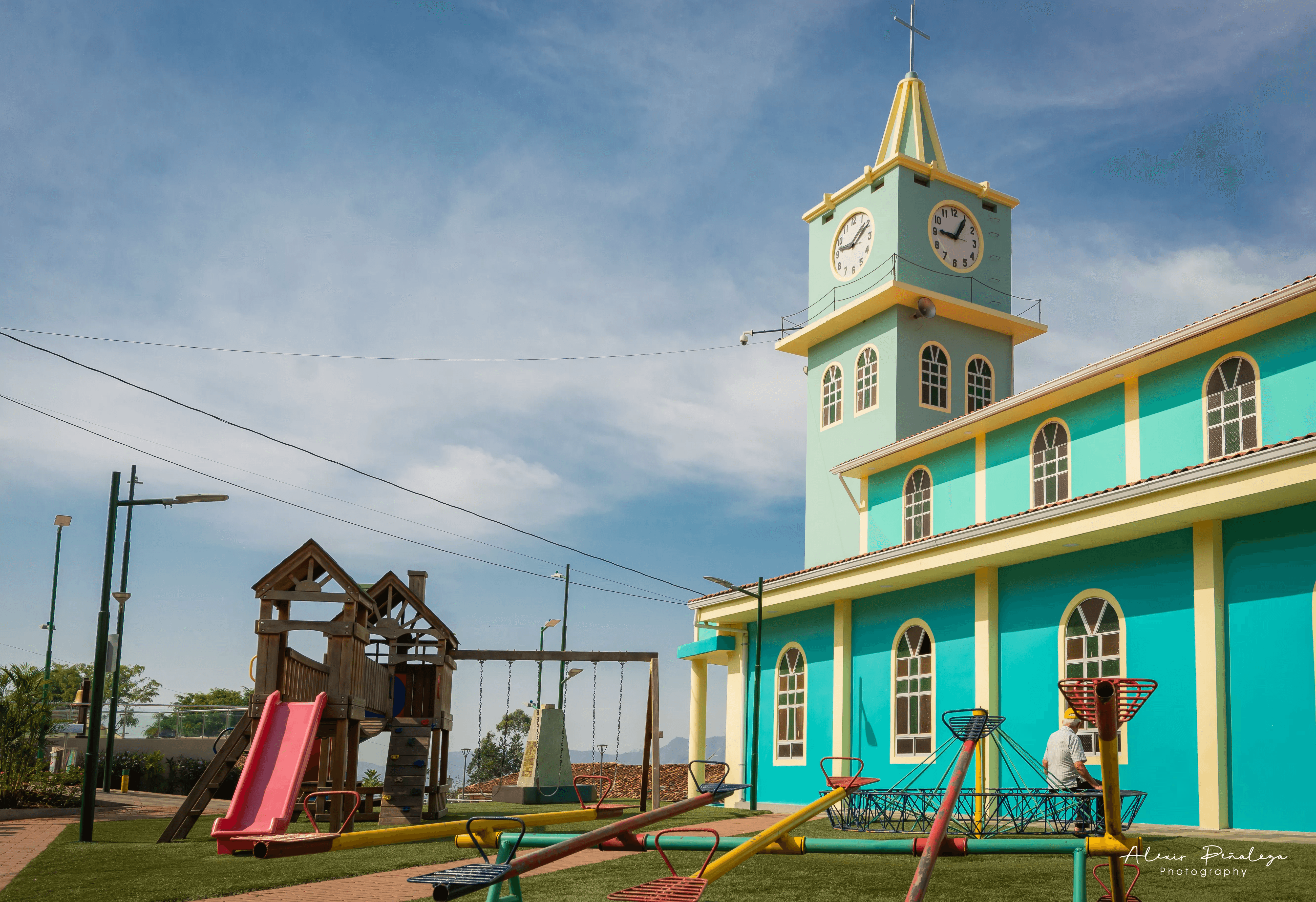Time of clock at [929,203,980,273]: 9:05
